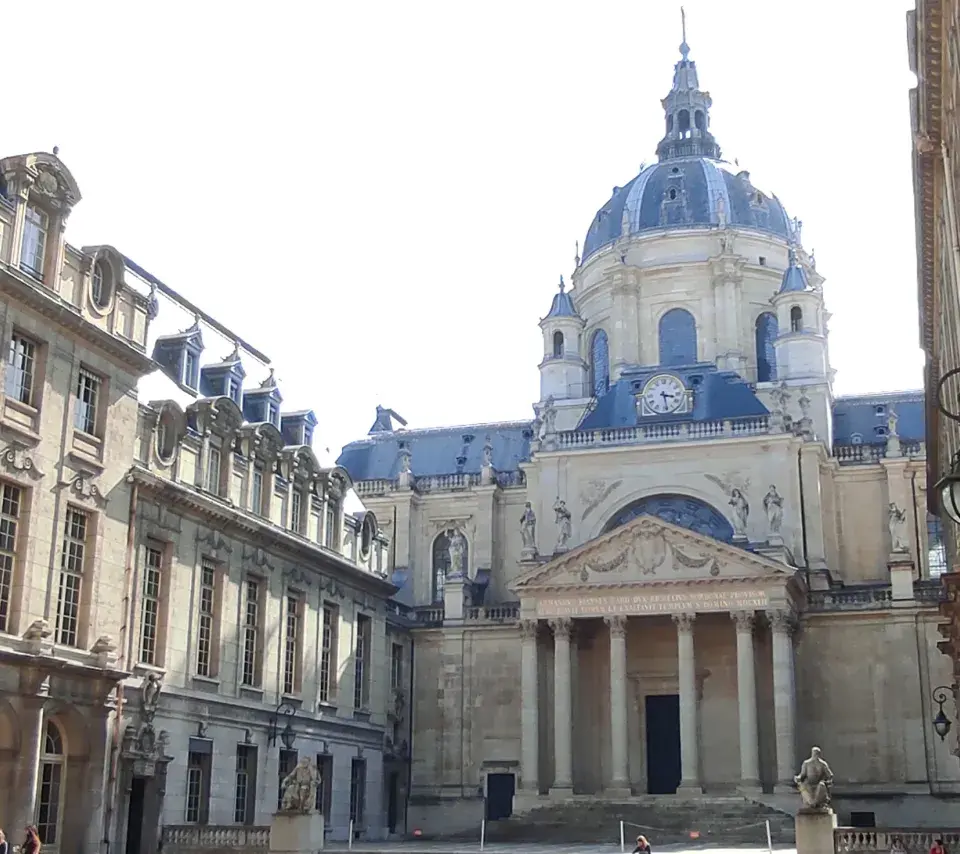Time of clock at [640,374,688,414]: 3:28
